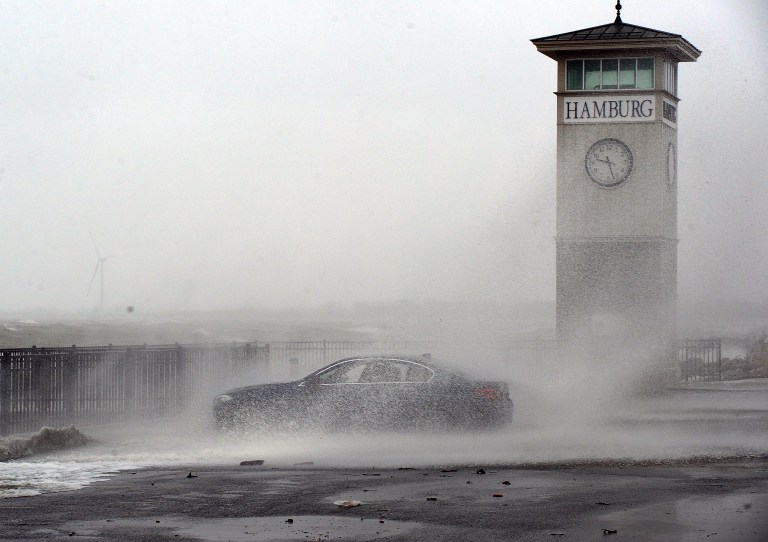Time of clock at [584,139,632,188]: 9:27
